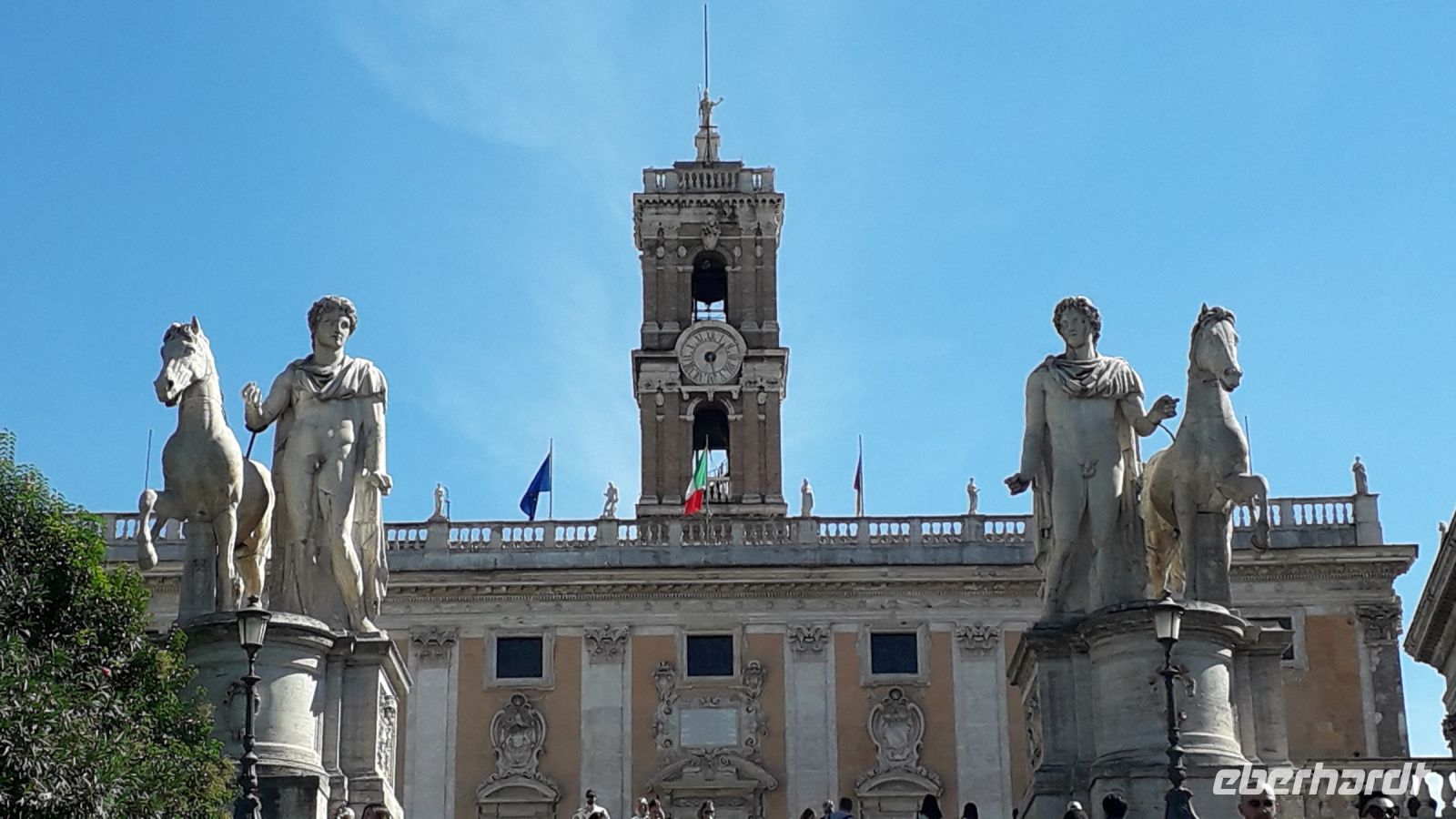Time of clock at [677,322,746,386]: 1:28
